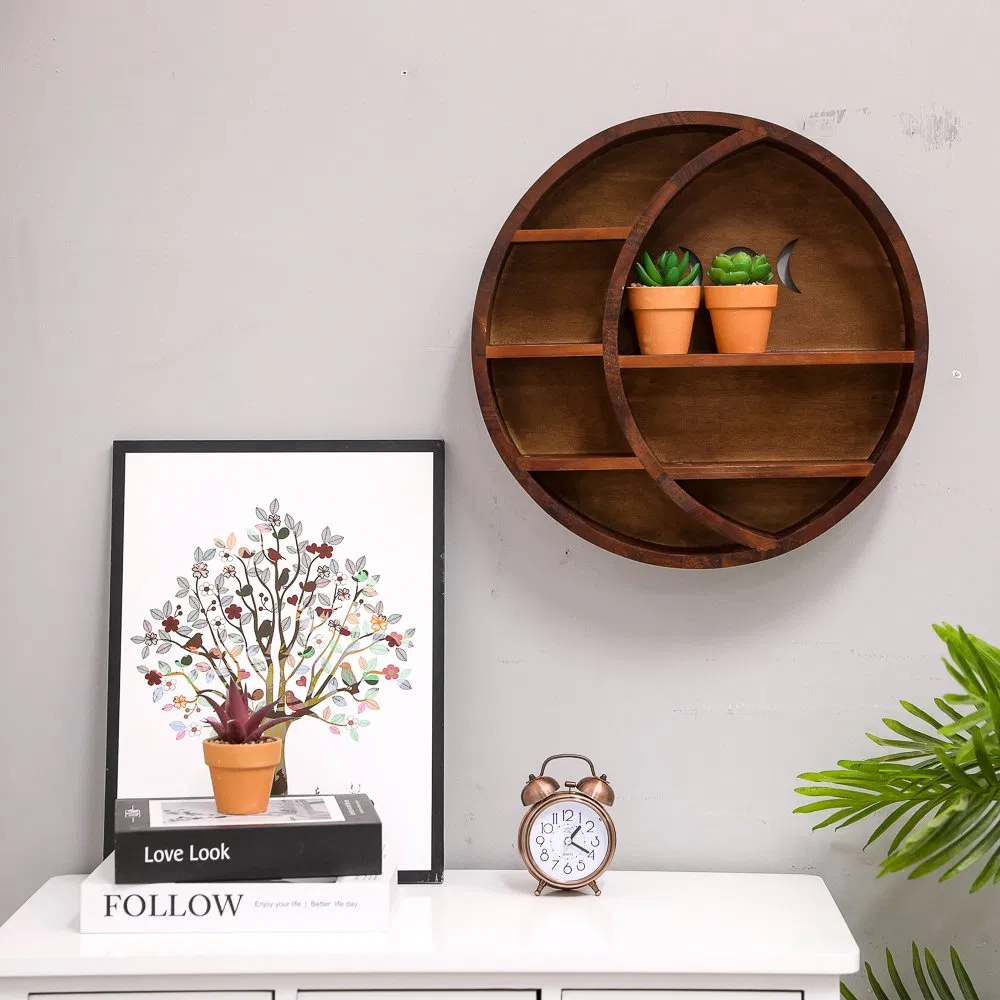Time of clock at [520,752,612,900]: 1:19
